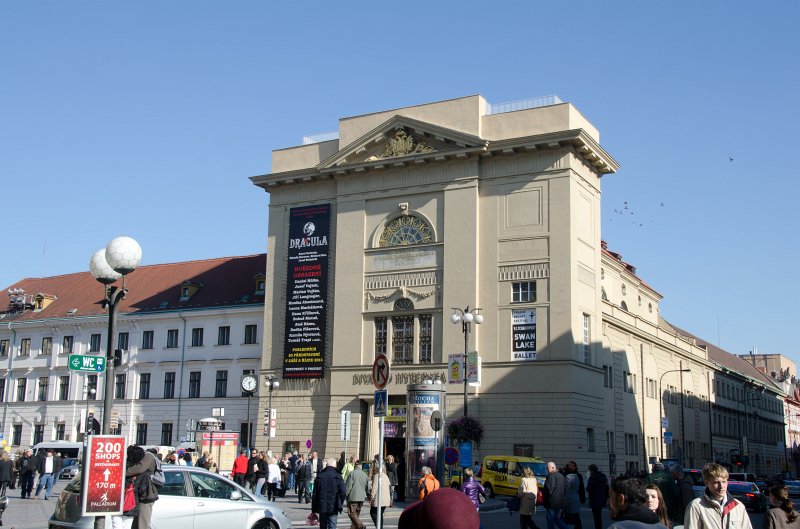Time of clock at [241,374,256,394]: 1:28
